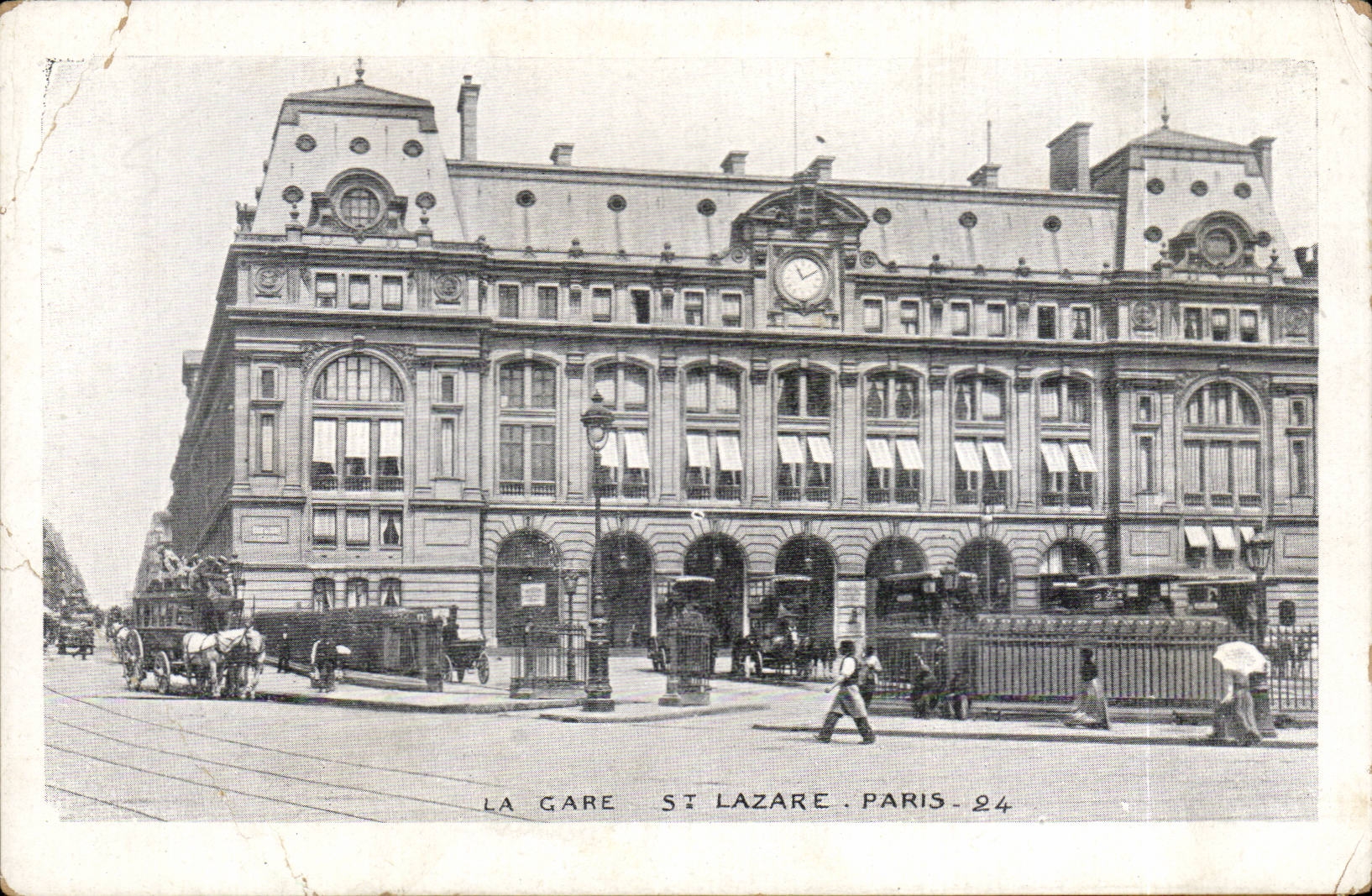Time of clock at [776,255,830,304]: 11:09
